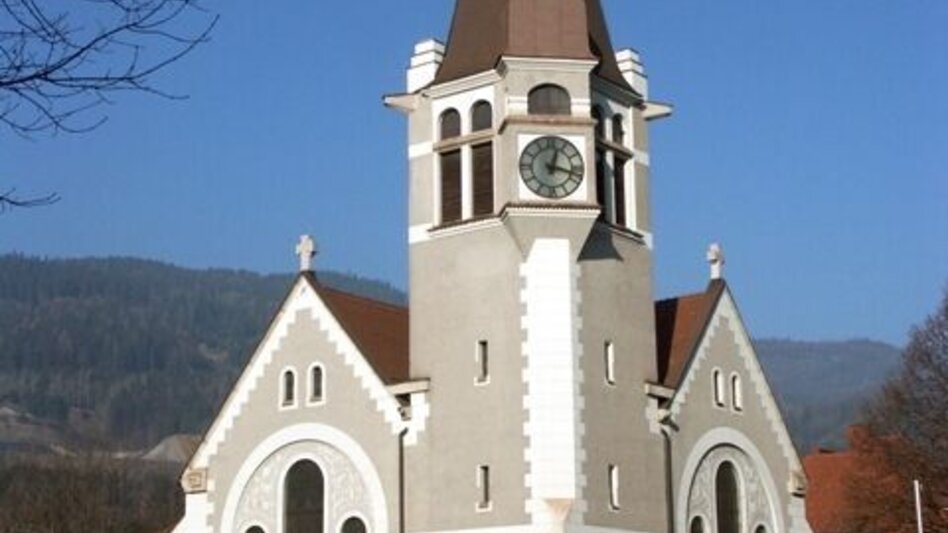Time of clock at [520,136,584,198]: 12:17
